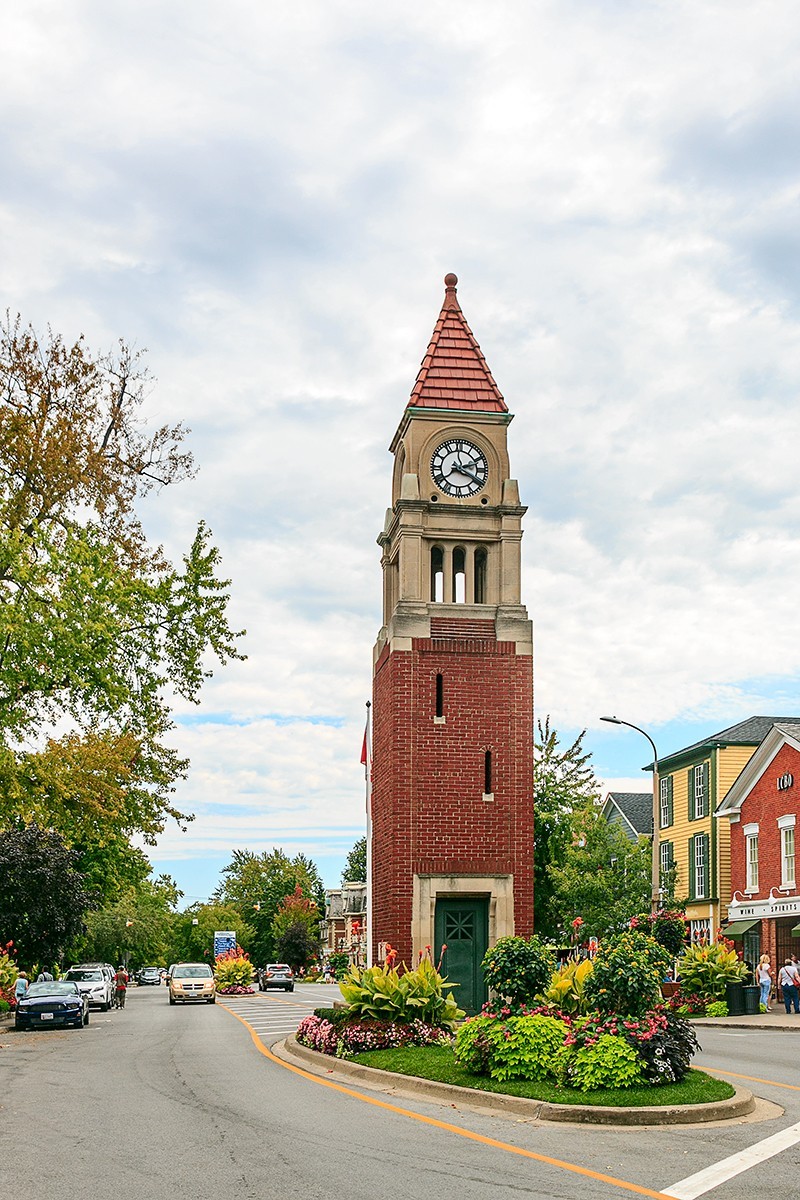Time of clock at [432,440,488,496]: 2:19
